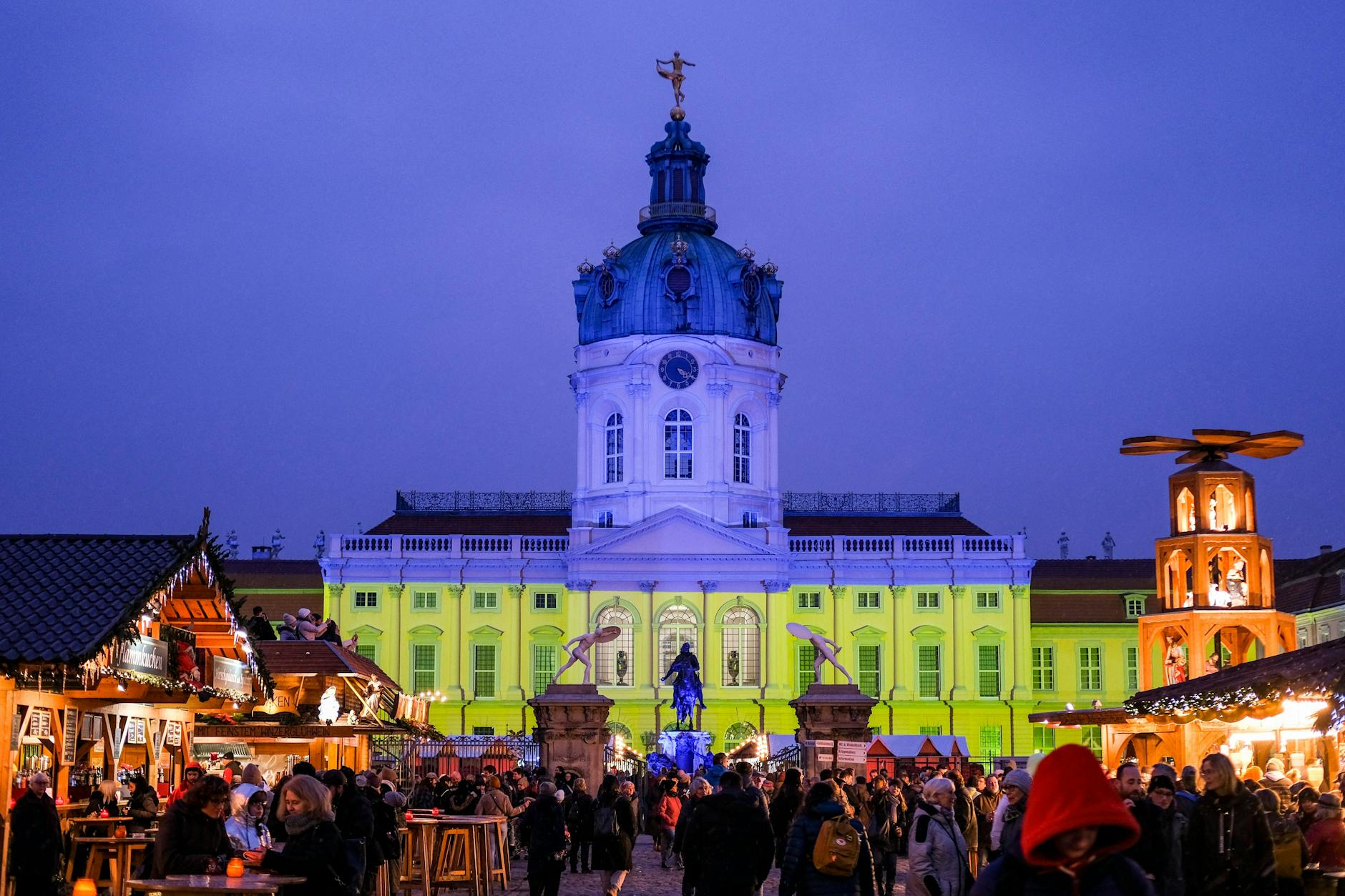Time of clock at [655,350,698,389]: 4:19
